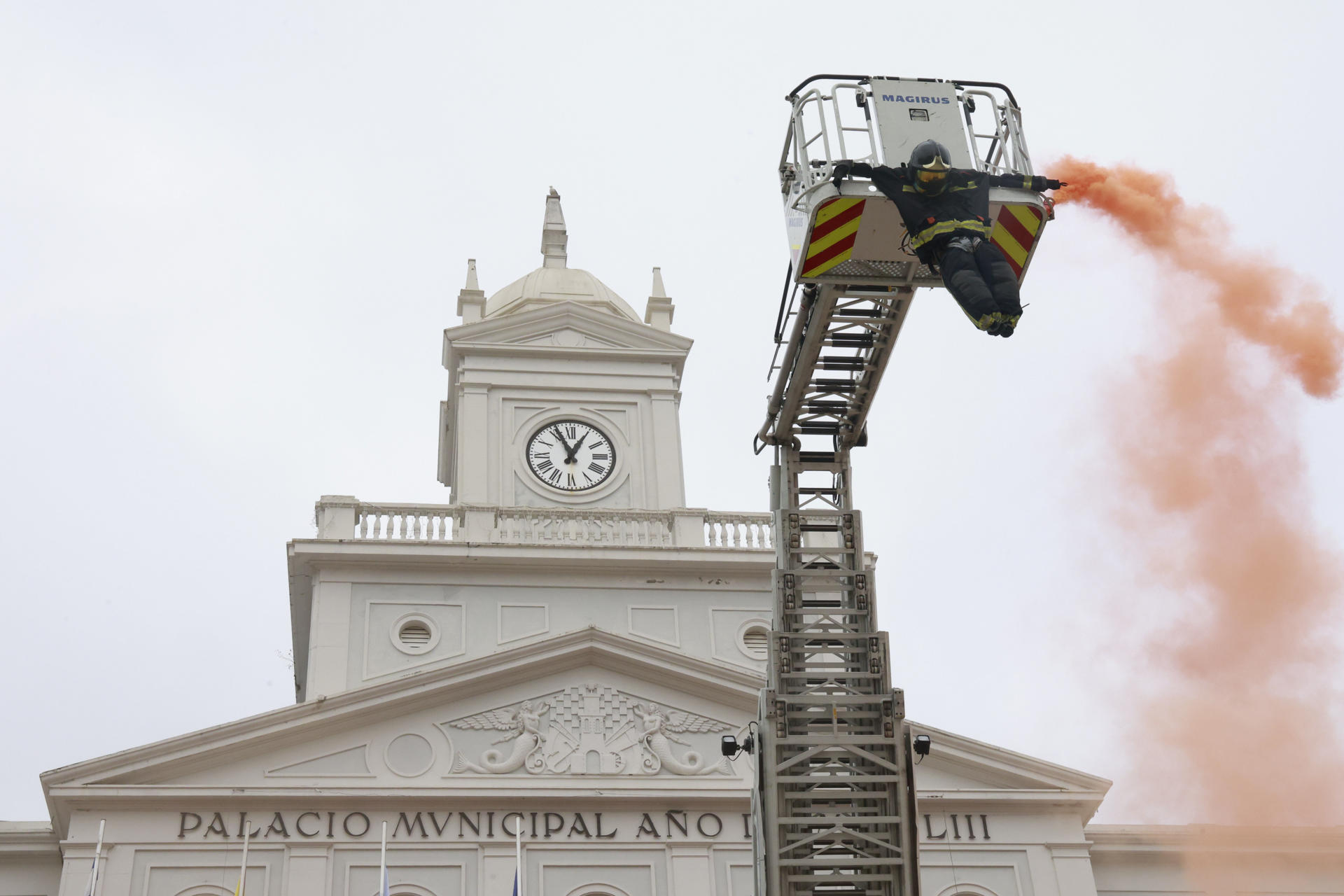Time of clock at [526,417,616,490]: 12:55
